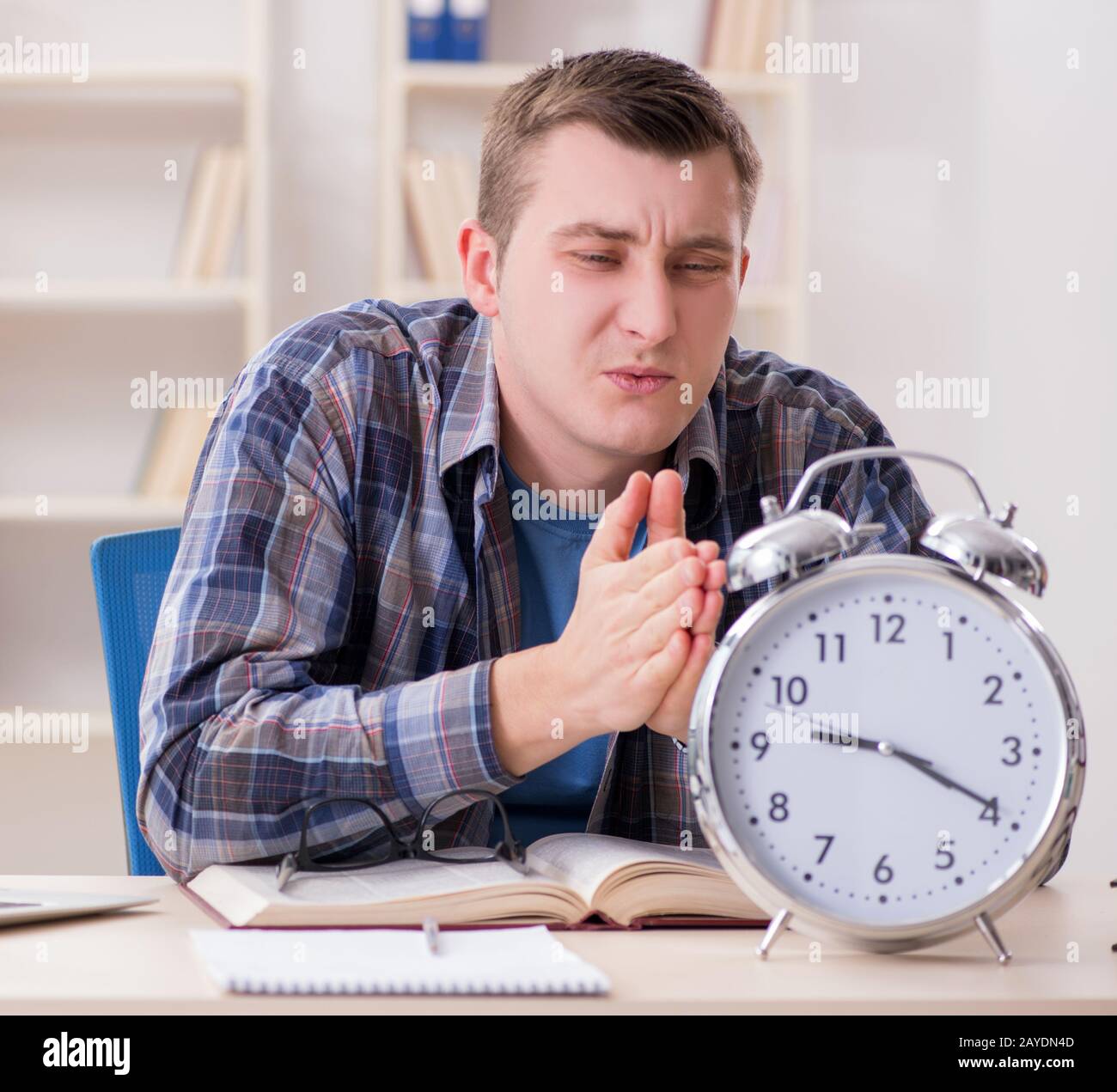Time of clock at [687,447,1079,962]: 9:19
